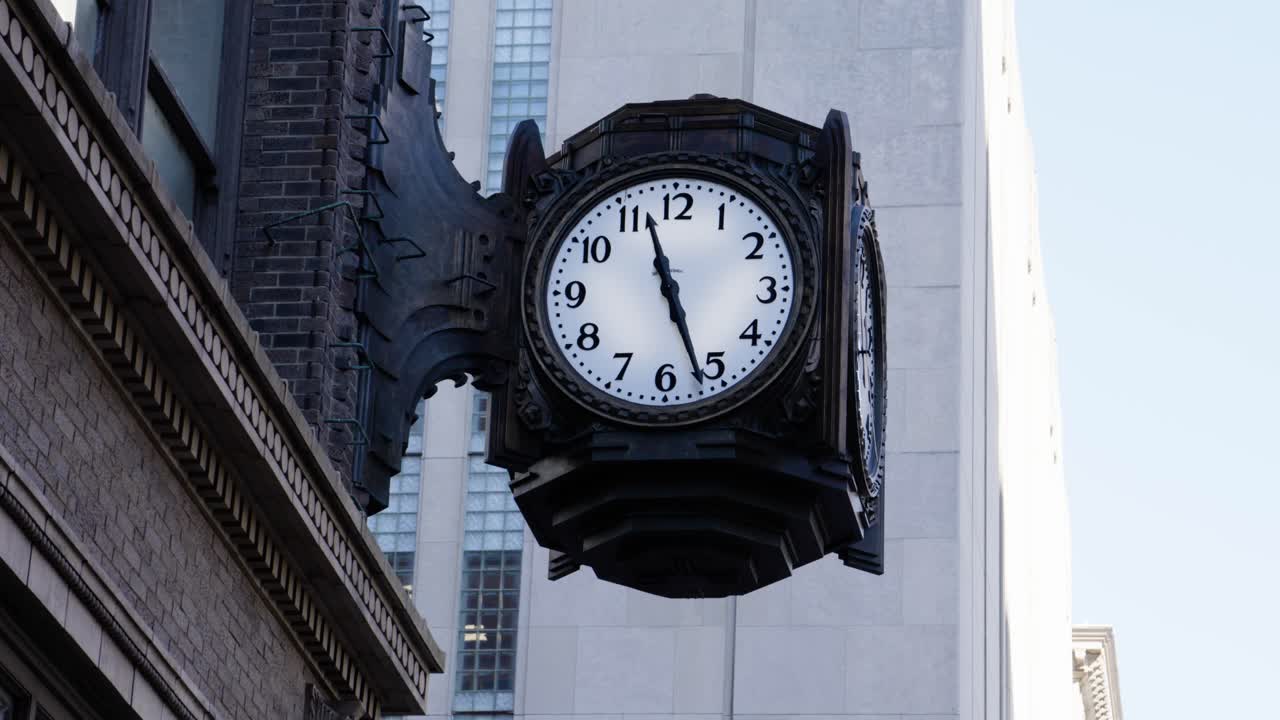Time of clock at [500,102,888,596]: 11:26
